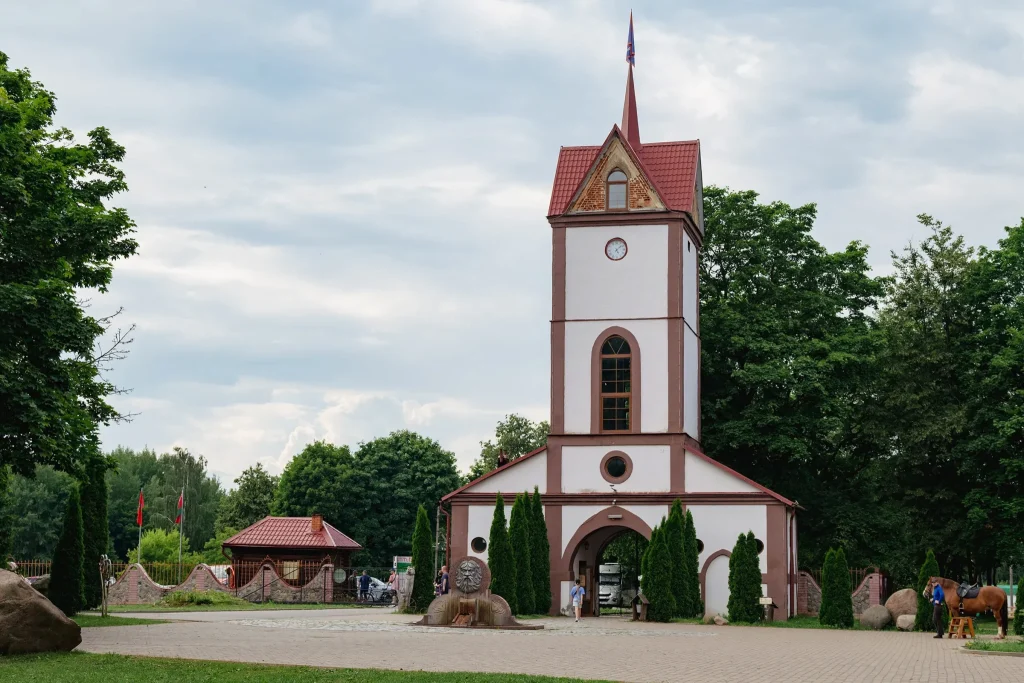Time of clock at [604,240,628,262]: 5:08
